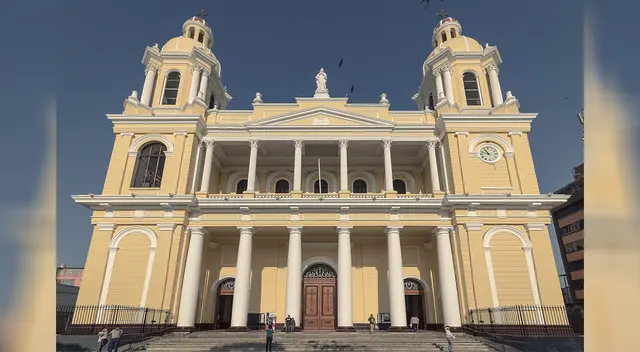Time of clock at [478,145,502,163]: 10:47
